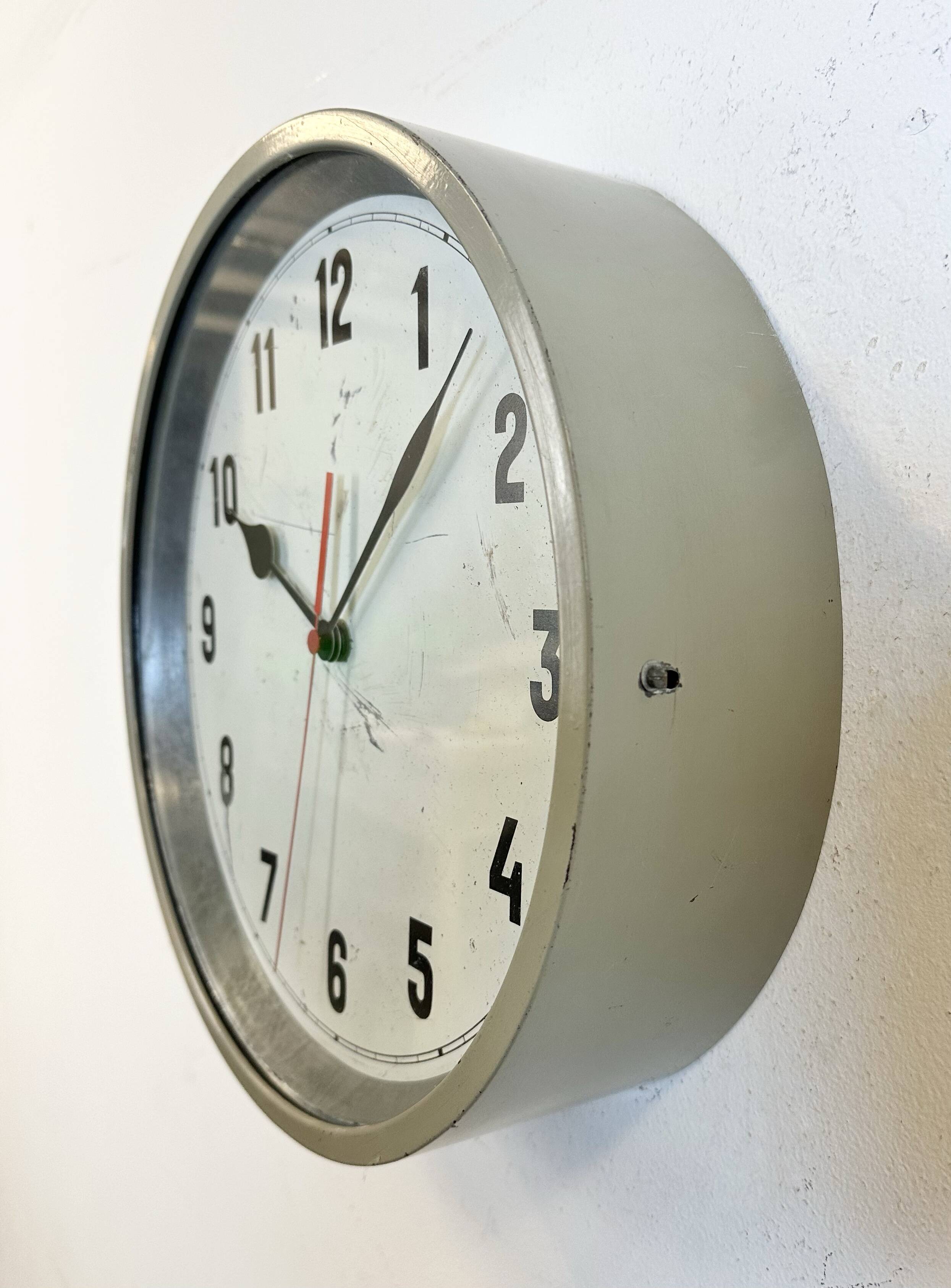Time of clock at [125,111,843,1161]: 10:07
